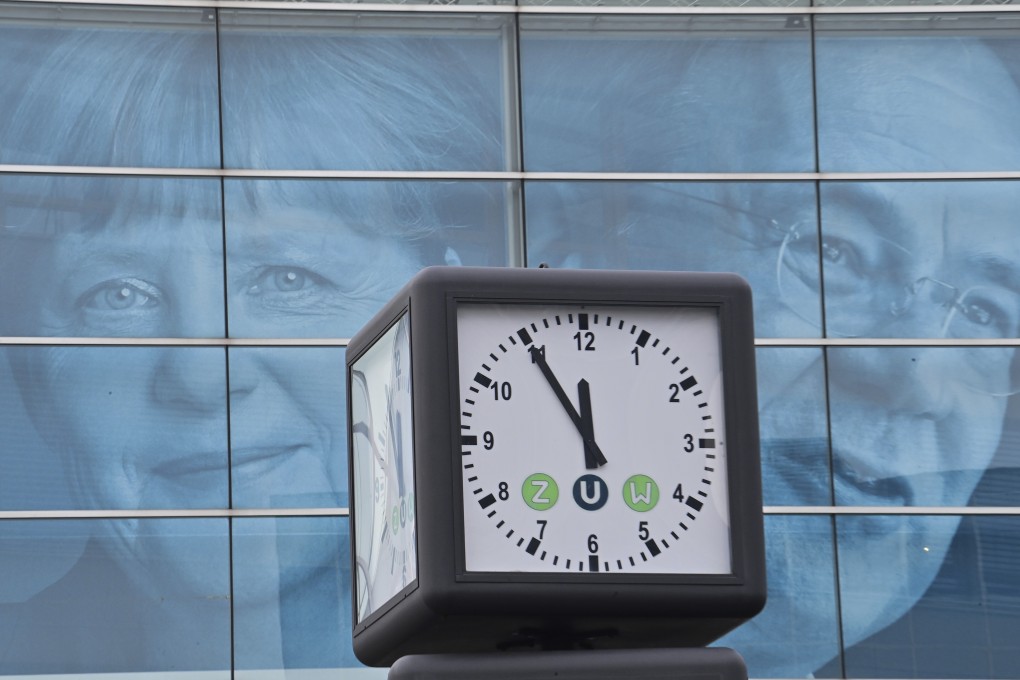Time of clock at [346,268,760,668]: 11:54
